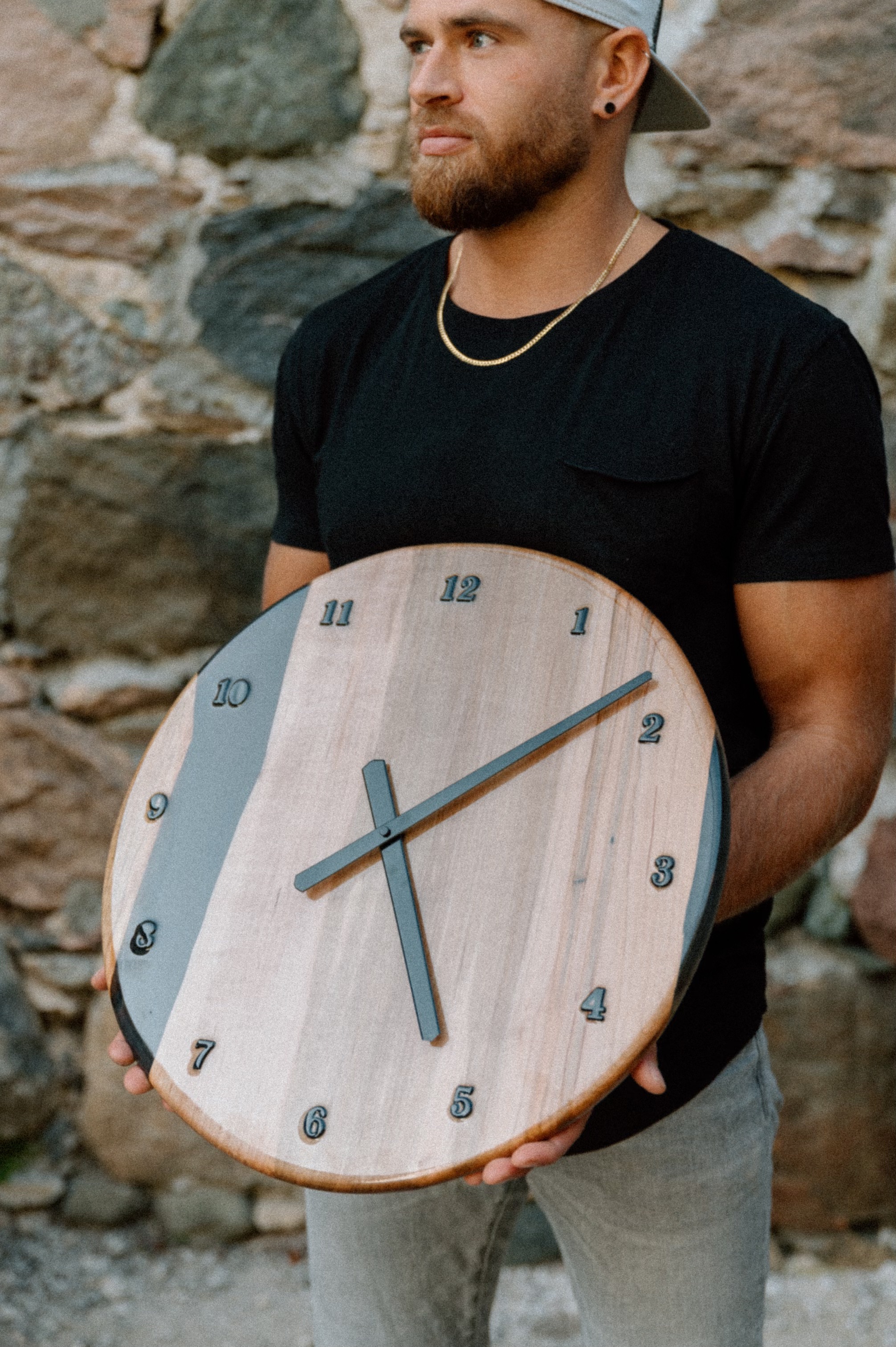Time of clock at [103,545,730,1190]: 5:08
